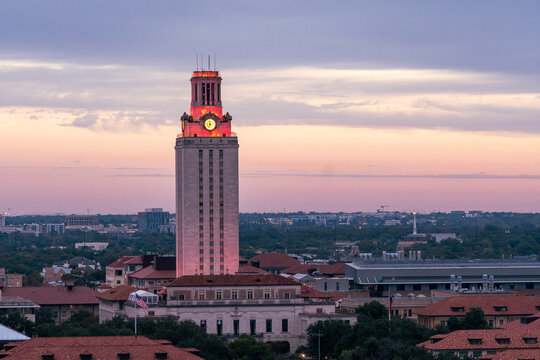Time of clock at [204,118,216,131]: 11:35
